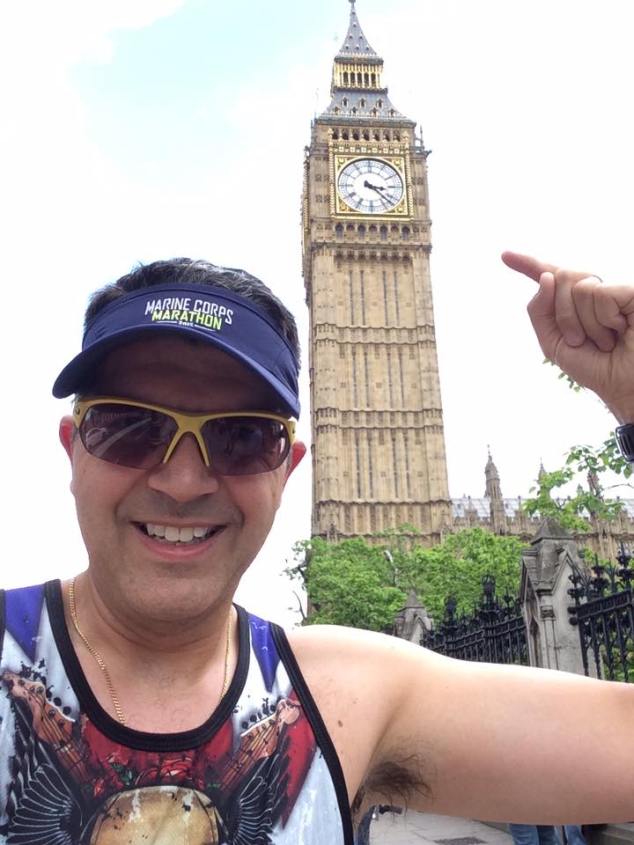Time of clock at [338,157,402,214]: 3:22
